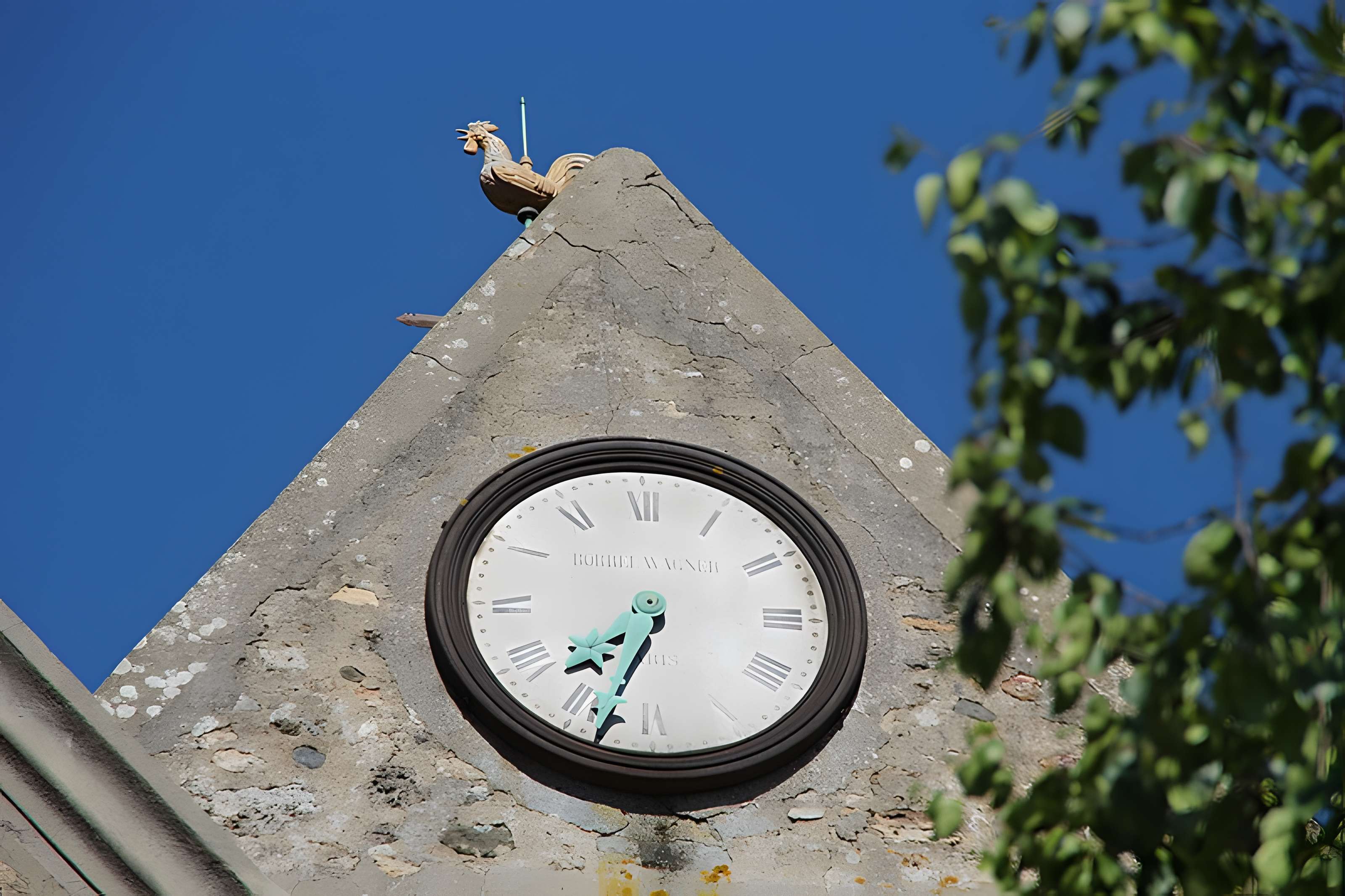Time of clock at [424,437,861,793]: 7:33
